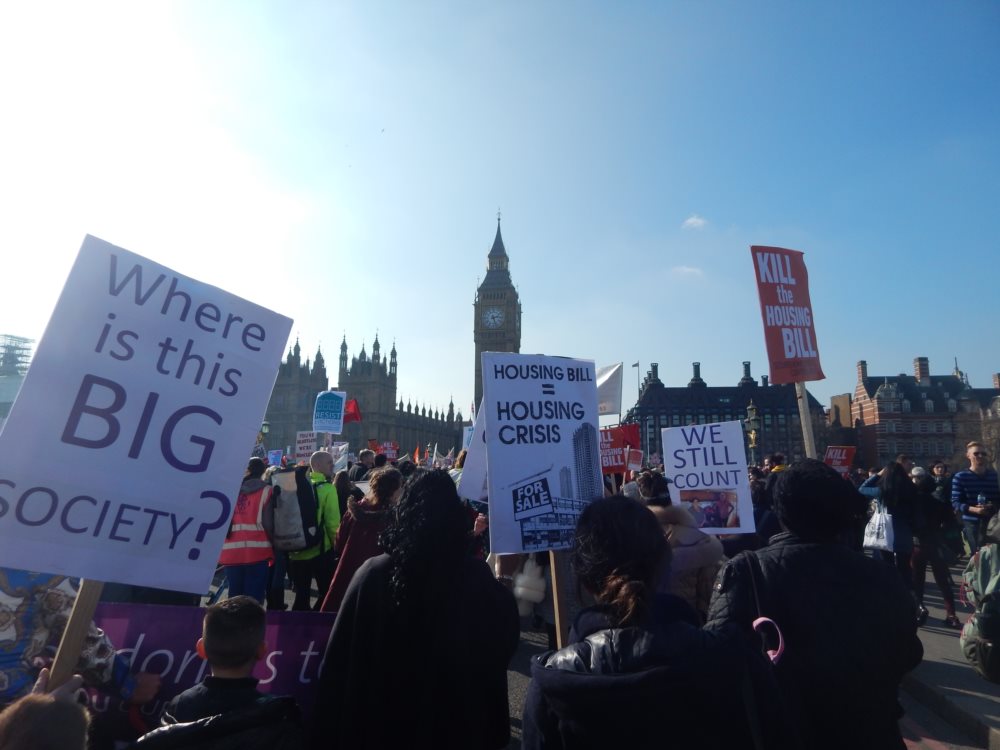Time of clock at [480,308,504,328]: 2:26
